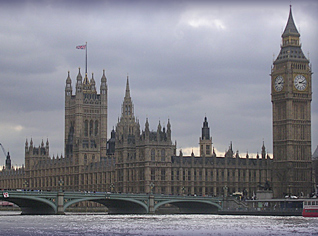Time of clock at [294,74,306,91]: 2:16
